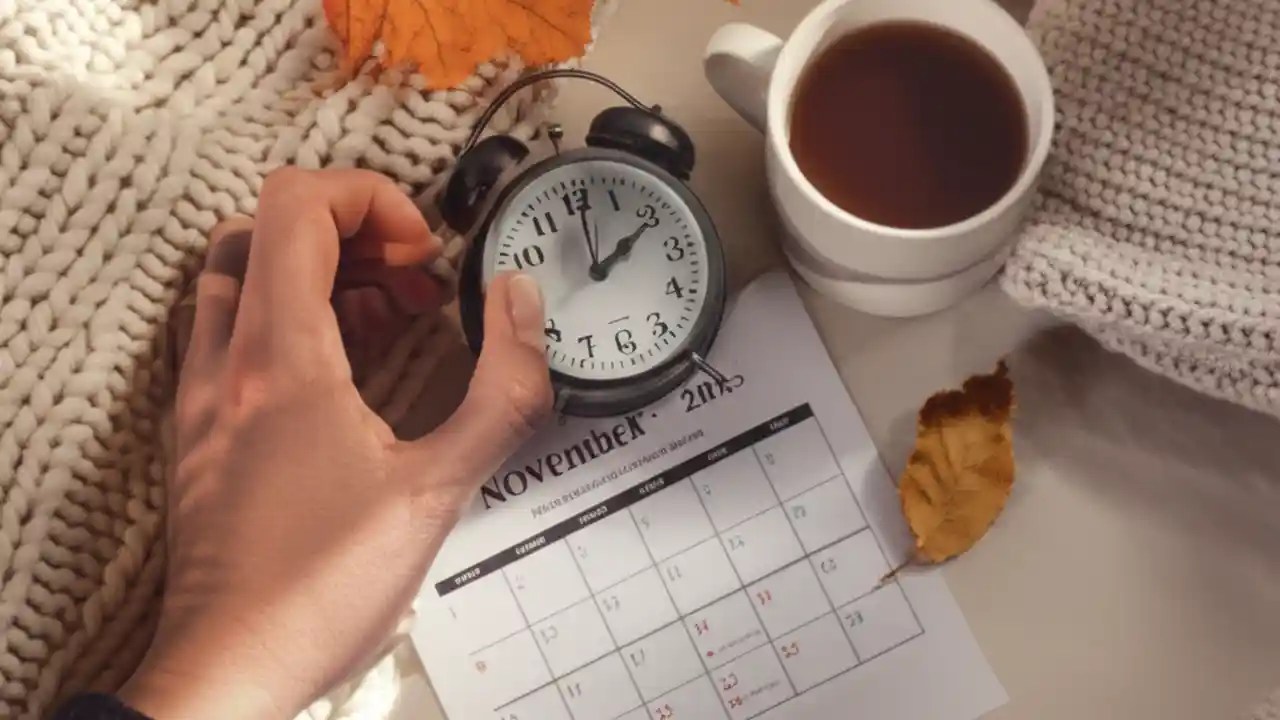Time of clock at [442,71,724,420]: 2:01
